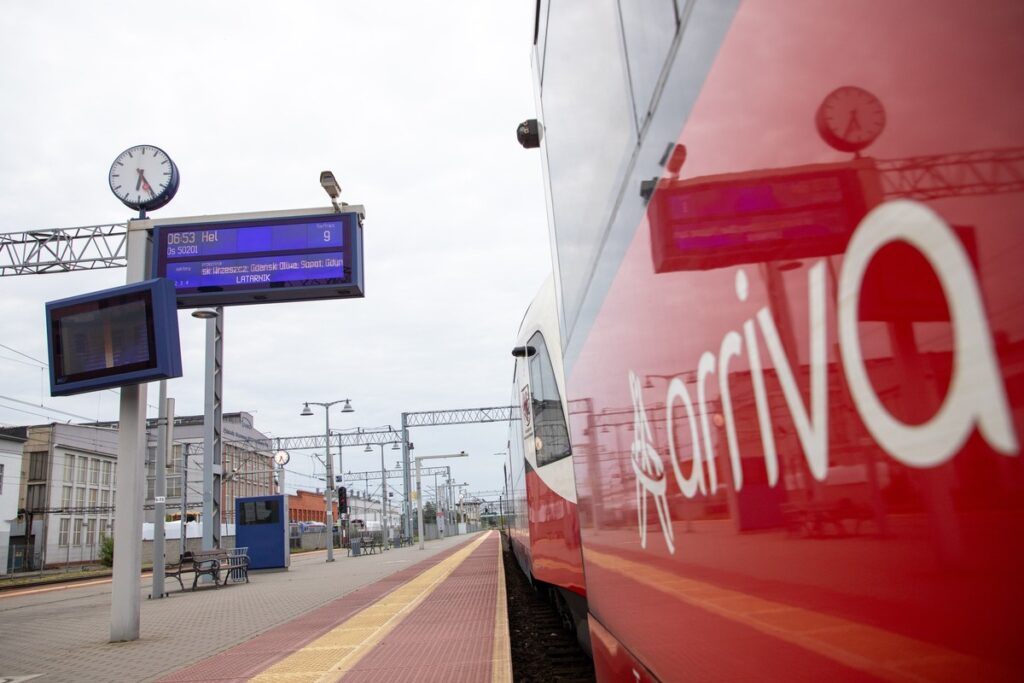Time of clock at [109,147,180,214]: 6:24
